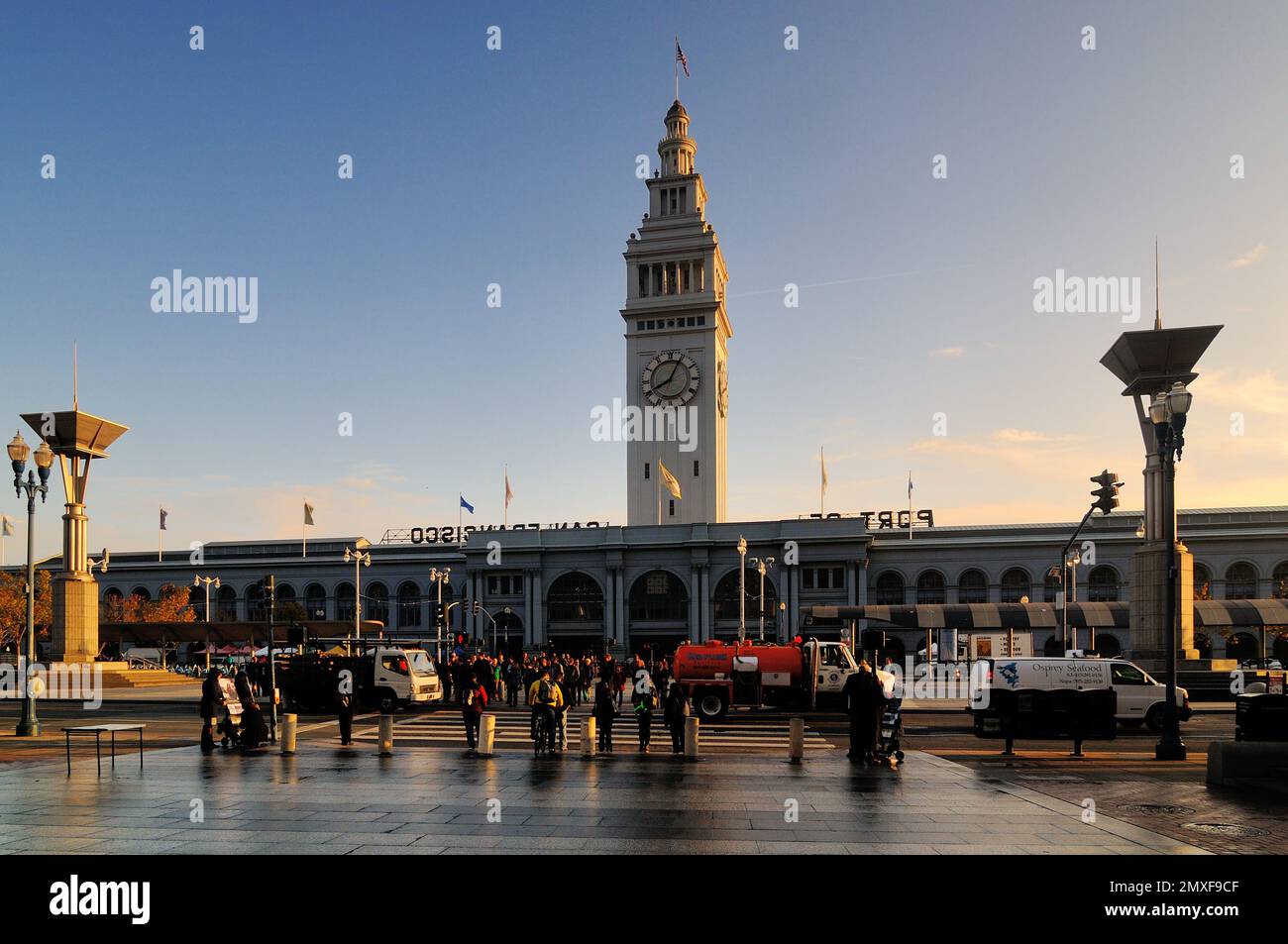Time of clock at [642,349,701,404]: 8:04
